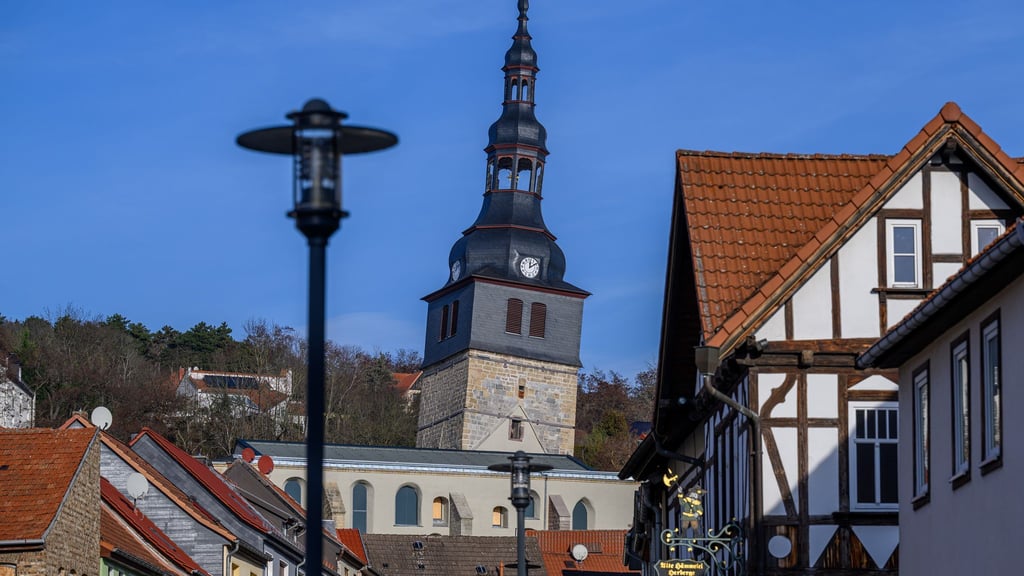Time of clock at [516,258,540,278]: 12:09
